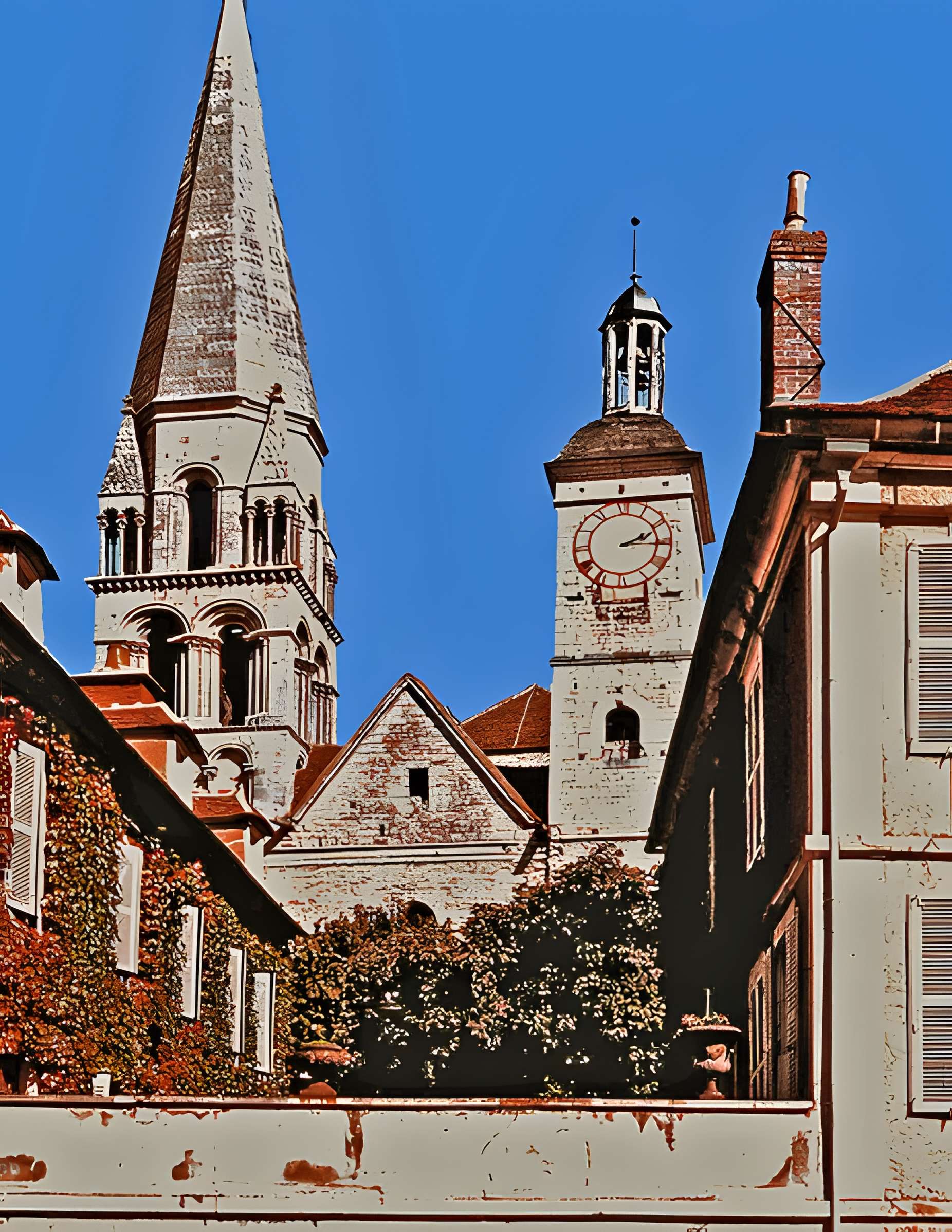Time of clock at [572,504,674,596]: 2:15
